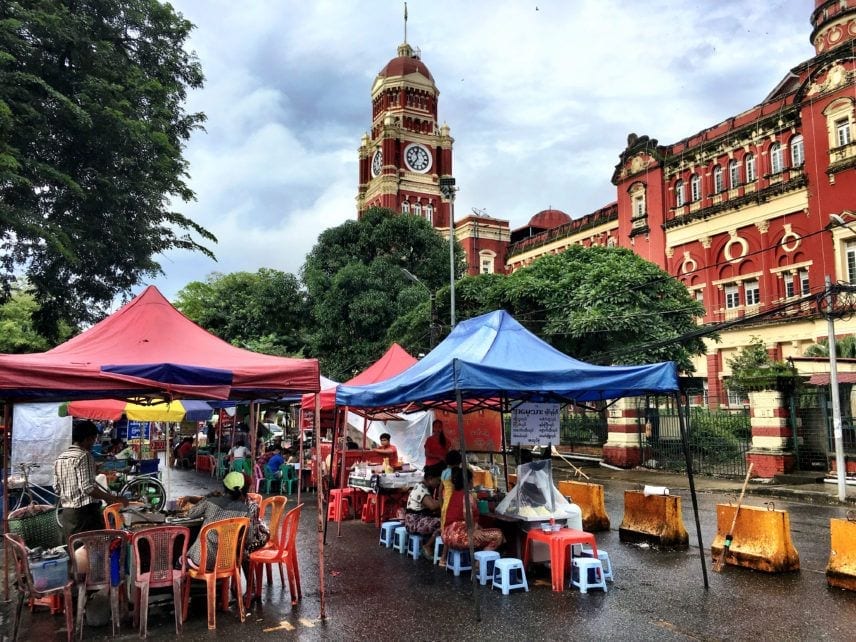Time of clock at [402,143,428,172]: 11:36
